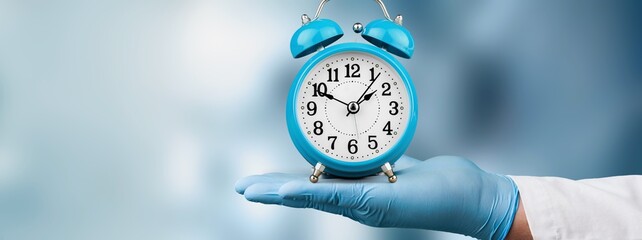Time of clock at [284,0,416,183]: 1:49
